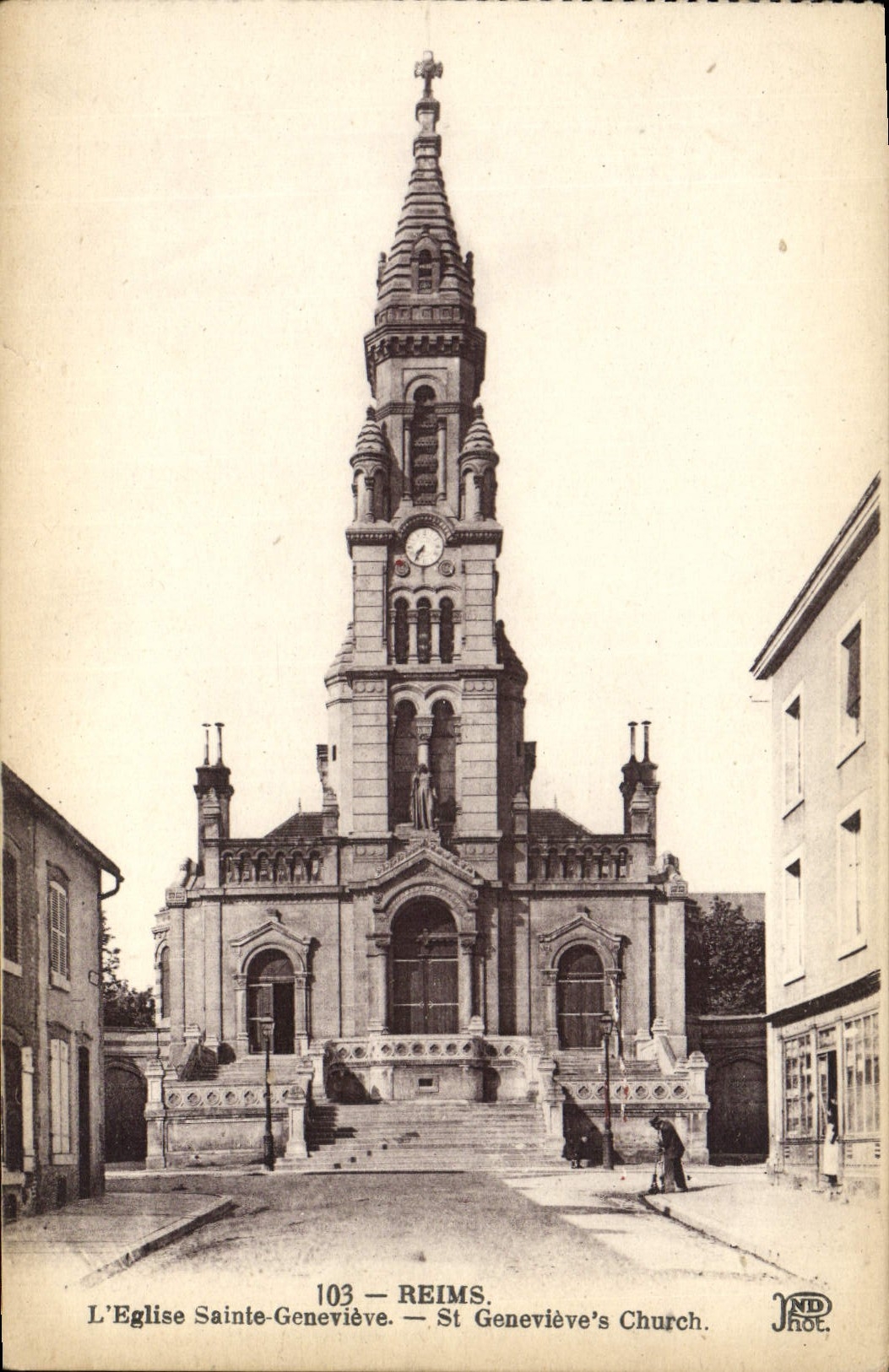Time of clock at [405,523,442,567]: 7:35
